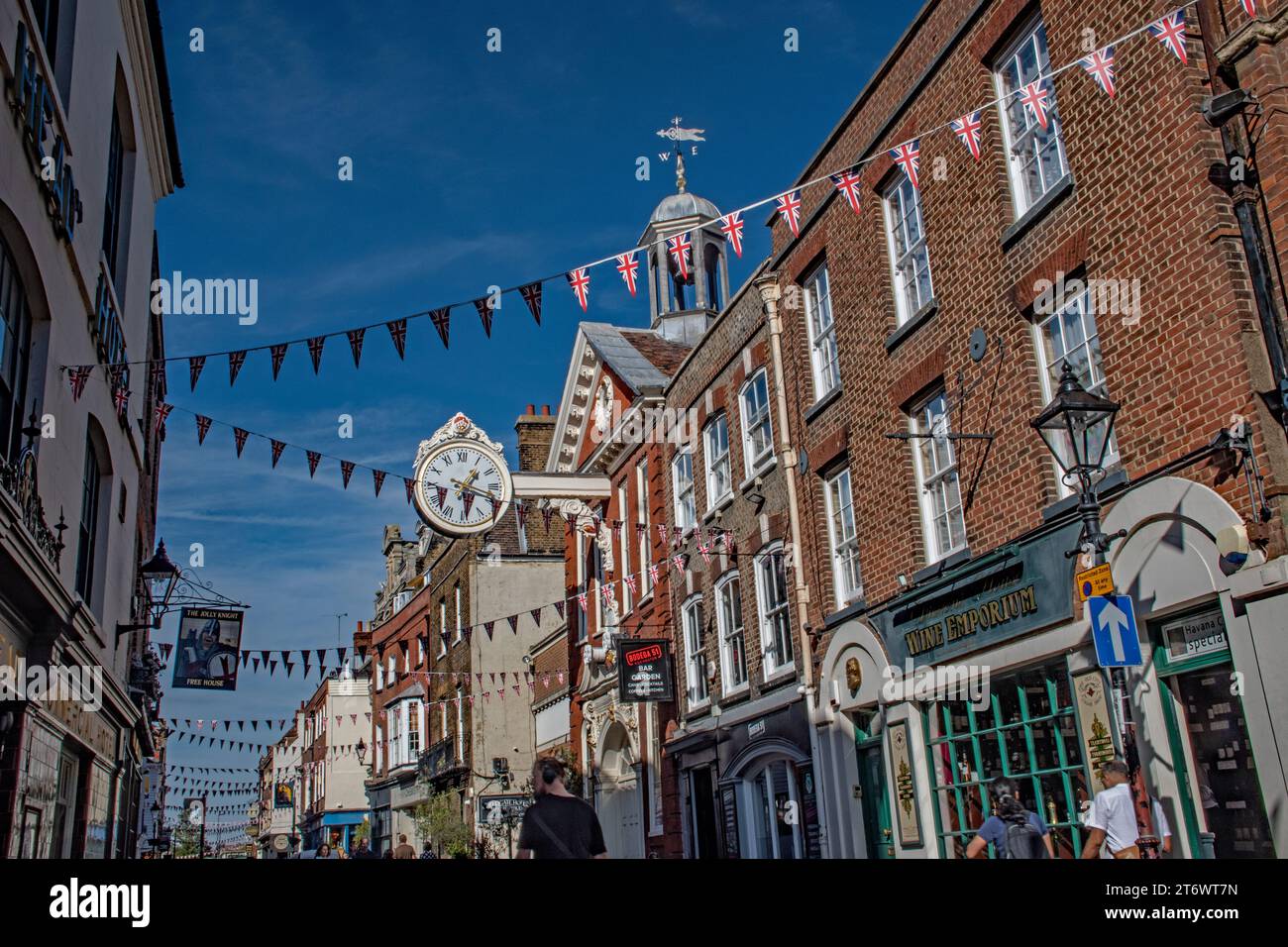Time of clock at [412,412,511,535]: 1:18
